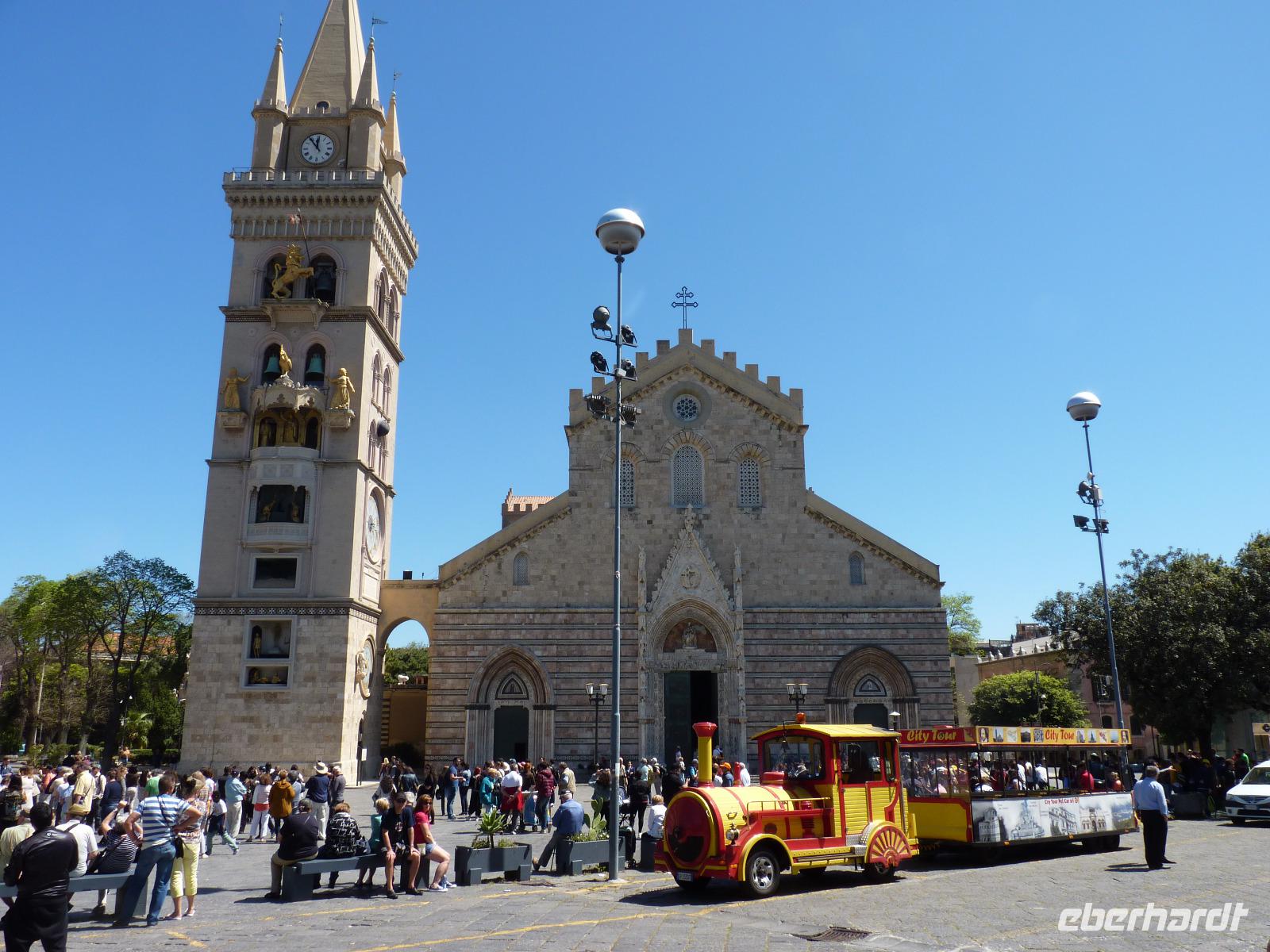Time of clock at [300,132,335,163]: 11:53
